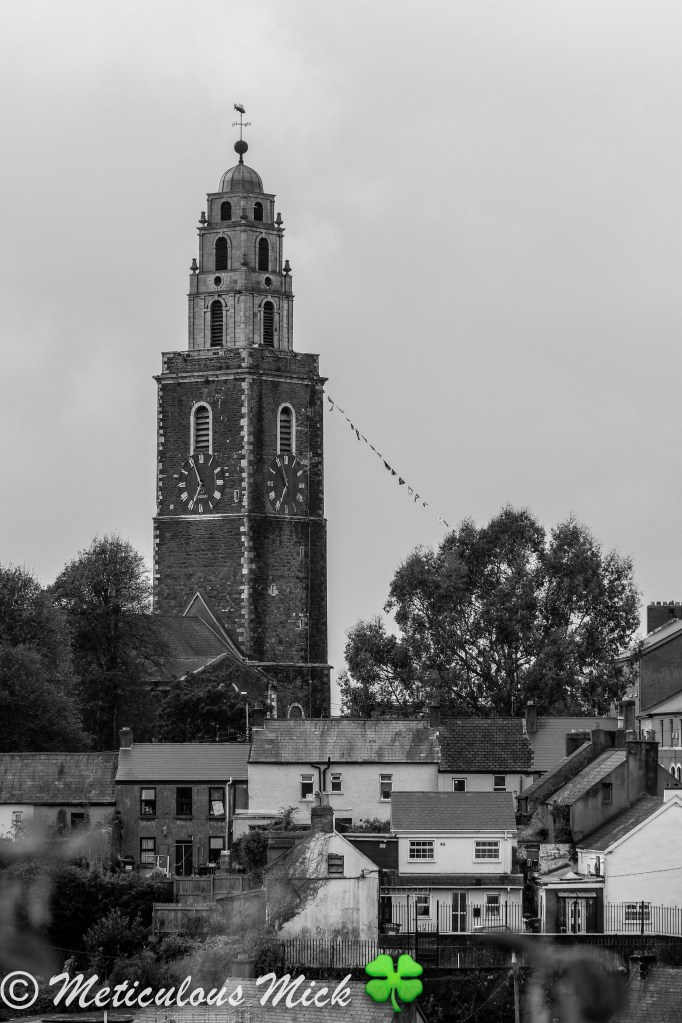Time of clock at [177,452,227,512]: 6:56
